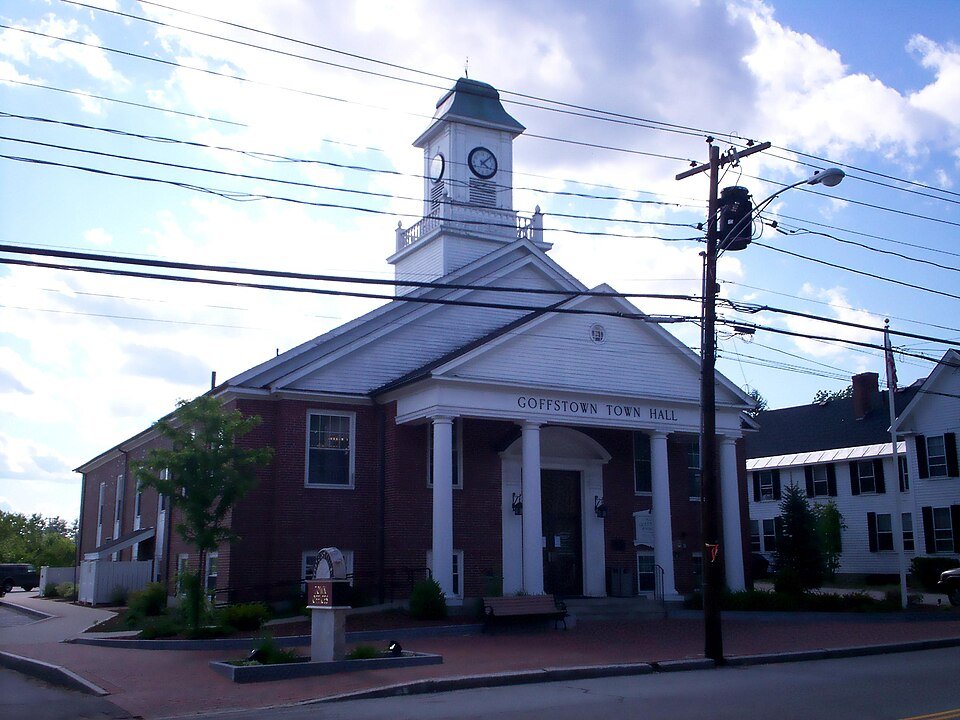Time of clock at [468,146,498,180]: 4:07
